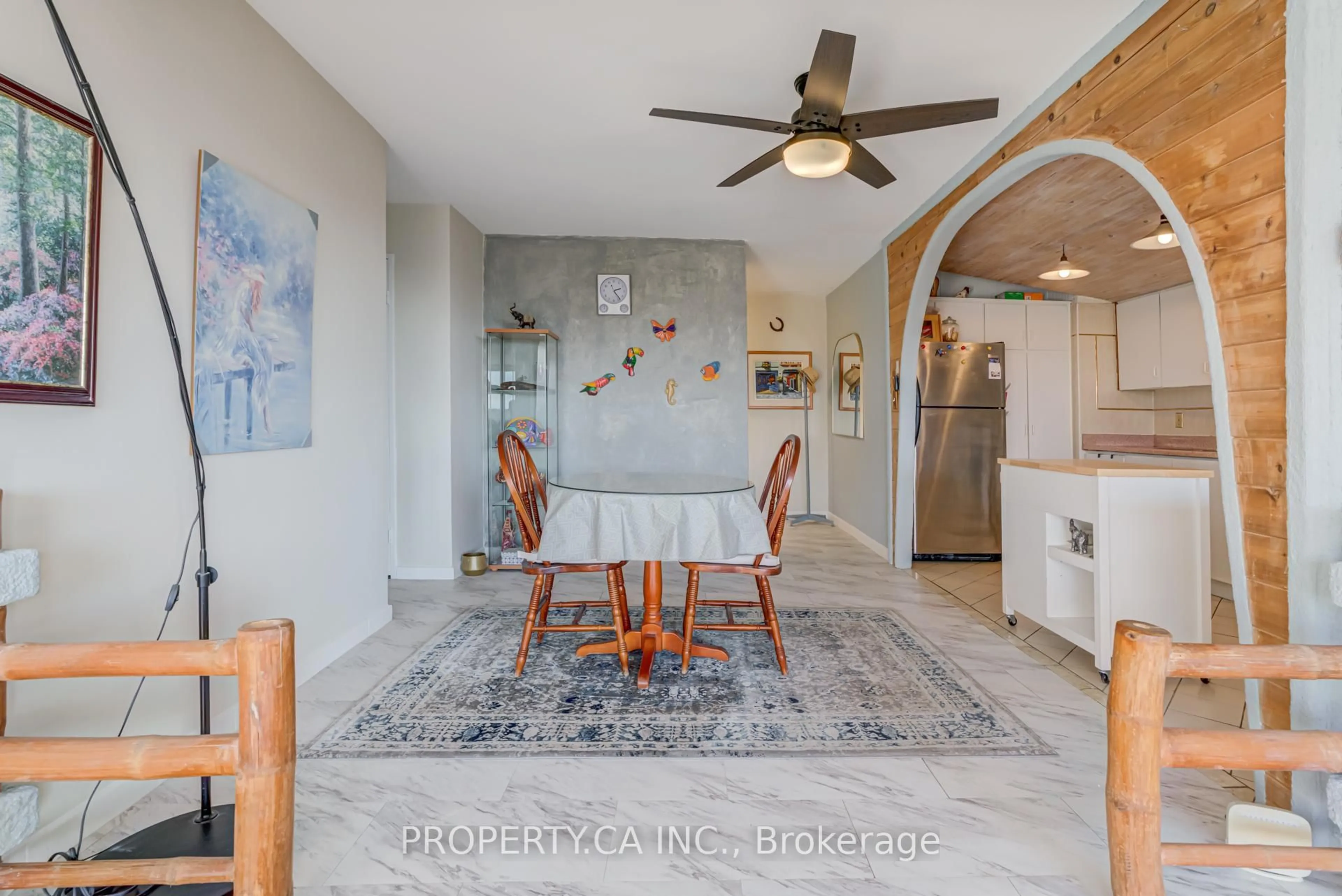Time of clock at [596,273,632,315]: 2:23
